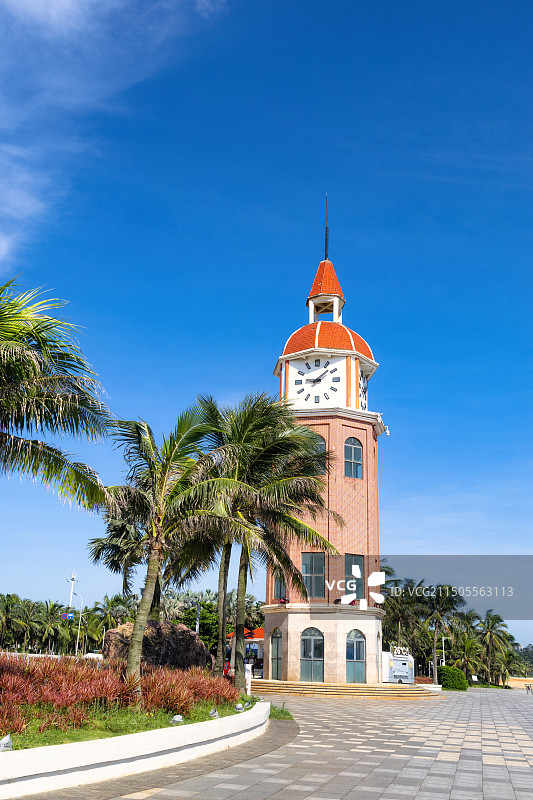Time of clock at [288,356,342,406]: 9:08
